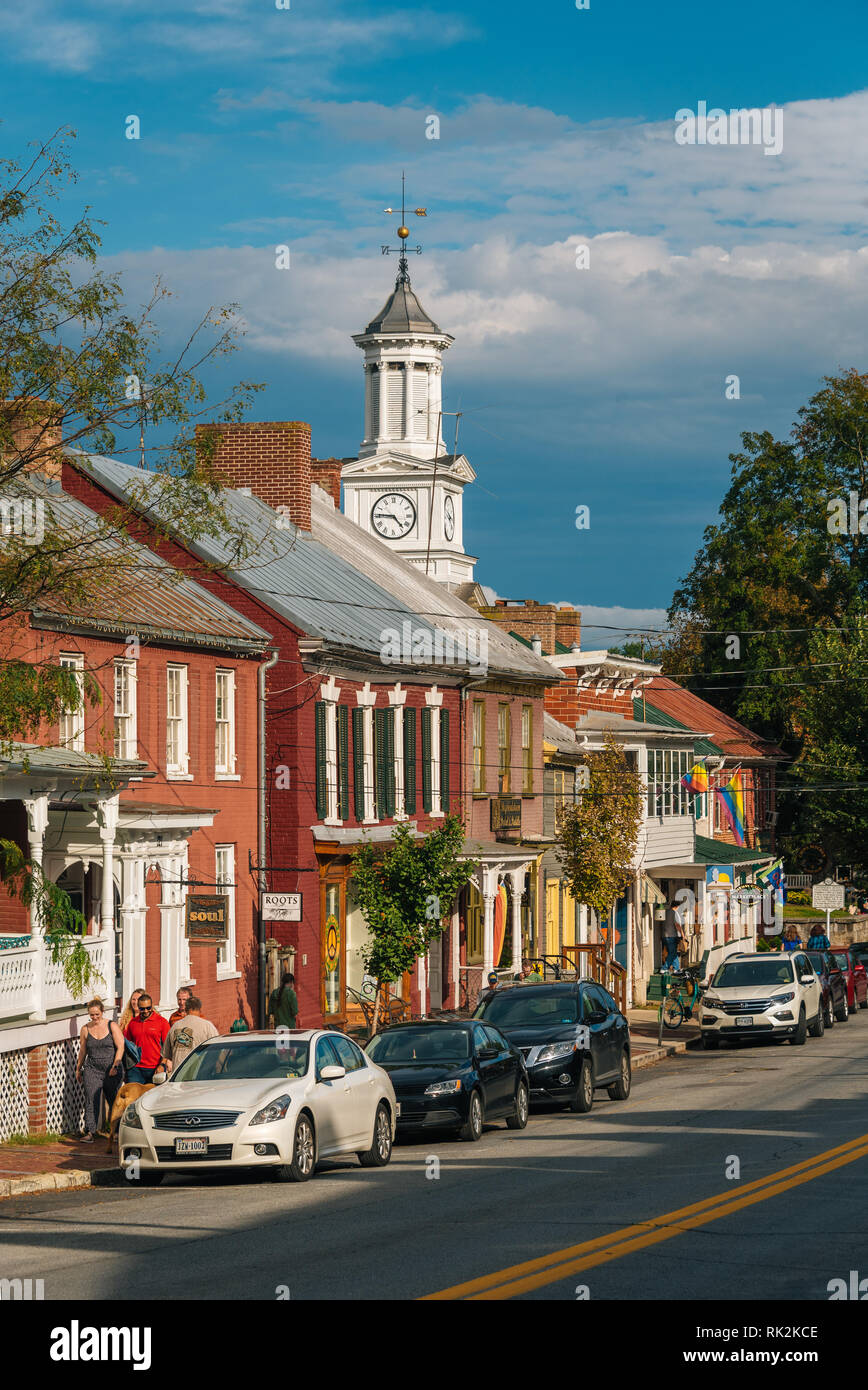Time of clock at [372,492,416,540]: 4:45
